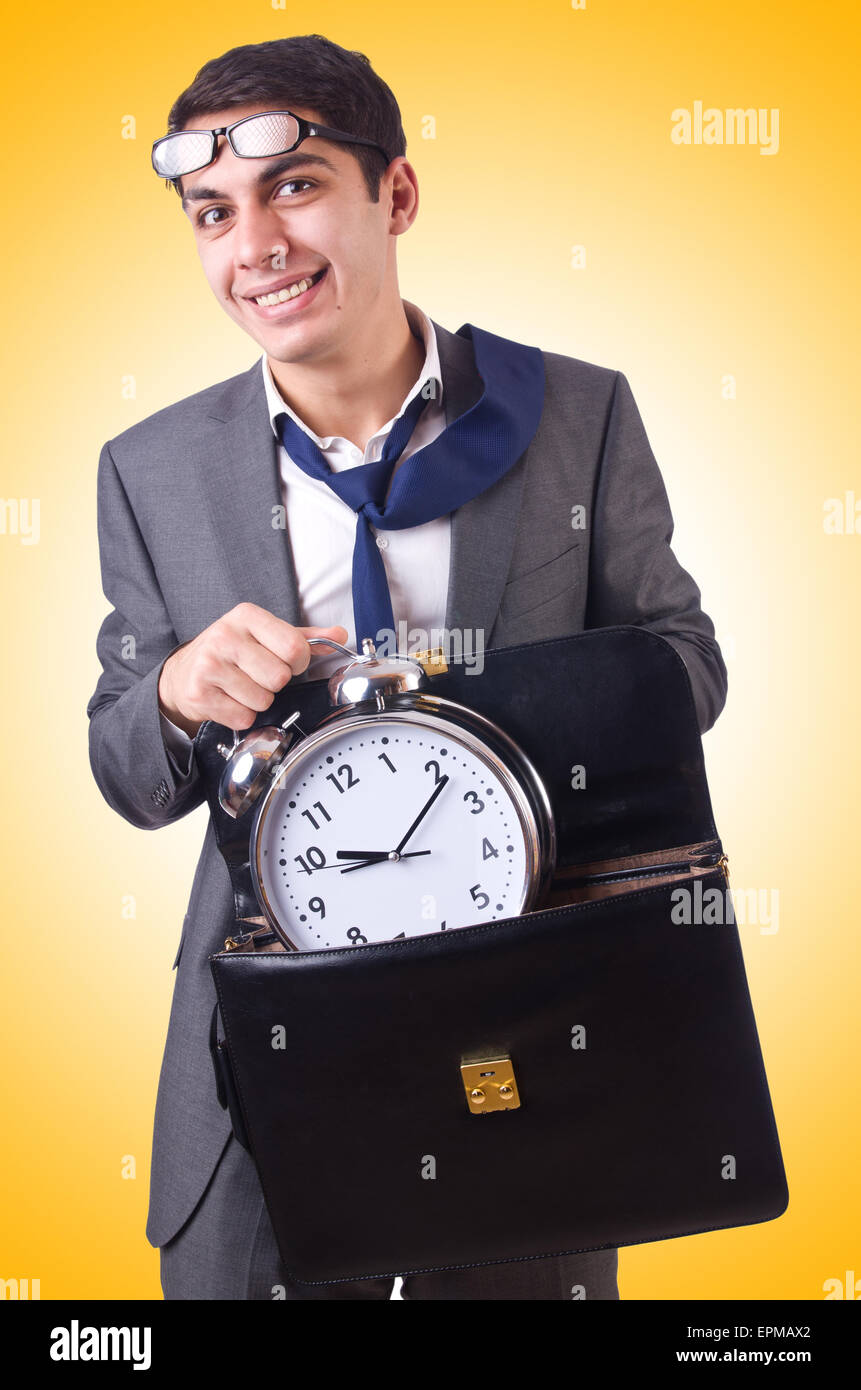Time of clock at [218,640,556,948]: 9:06
